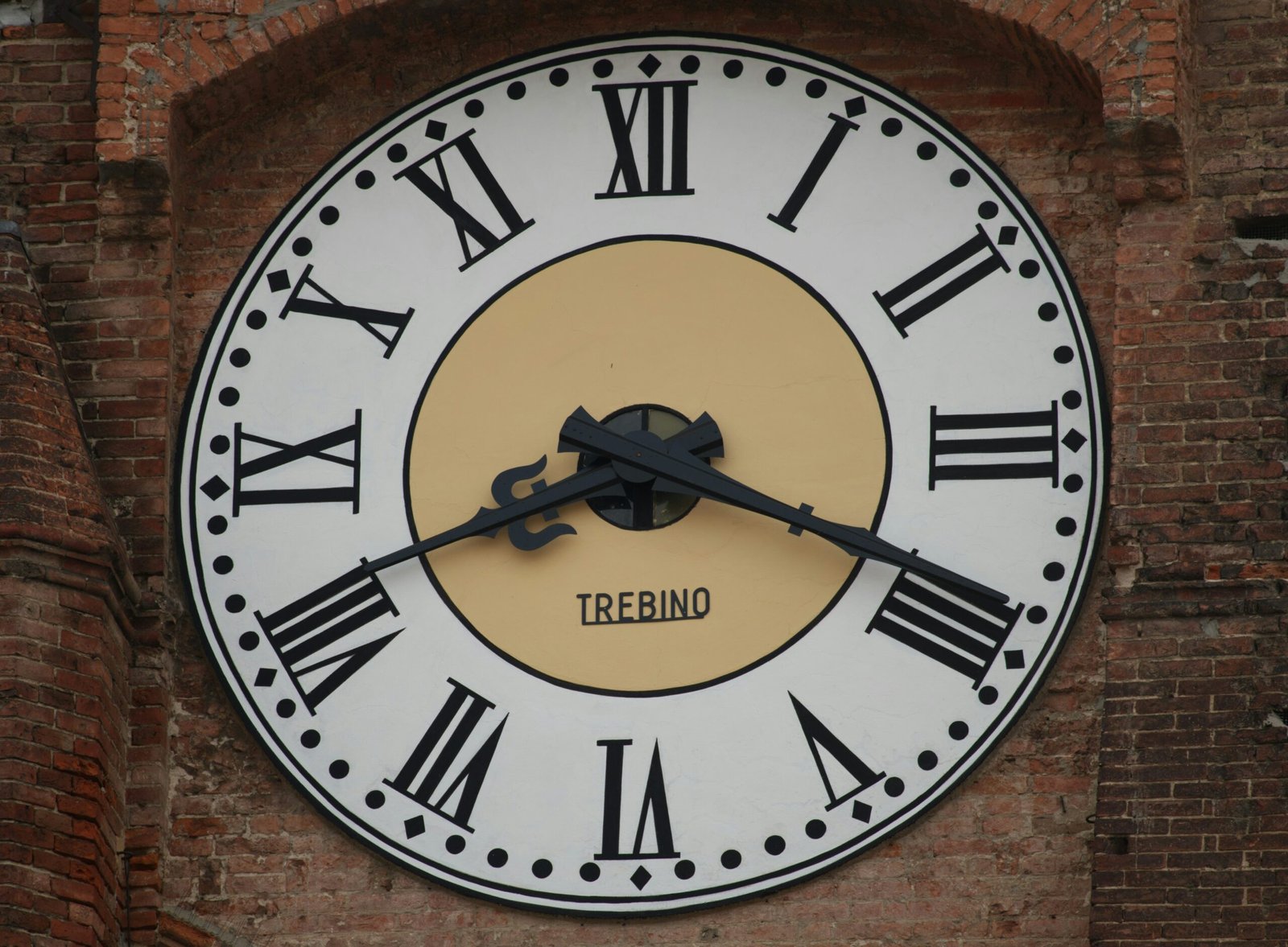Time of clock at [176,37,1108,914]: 8:18
